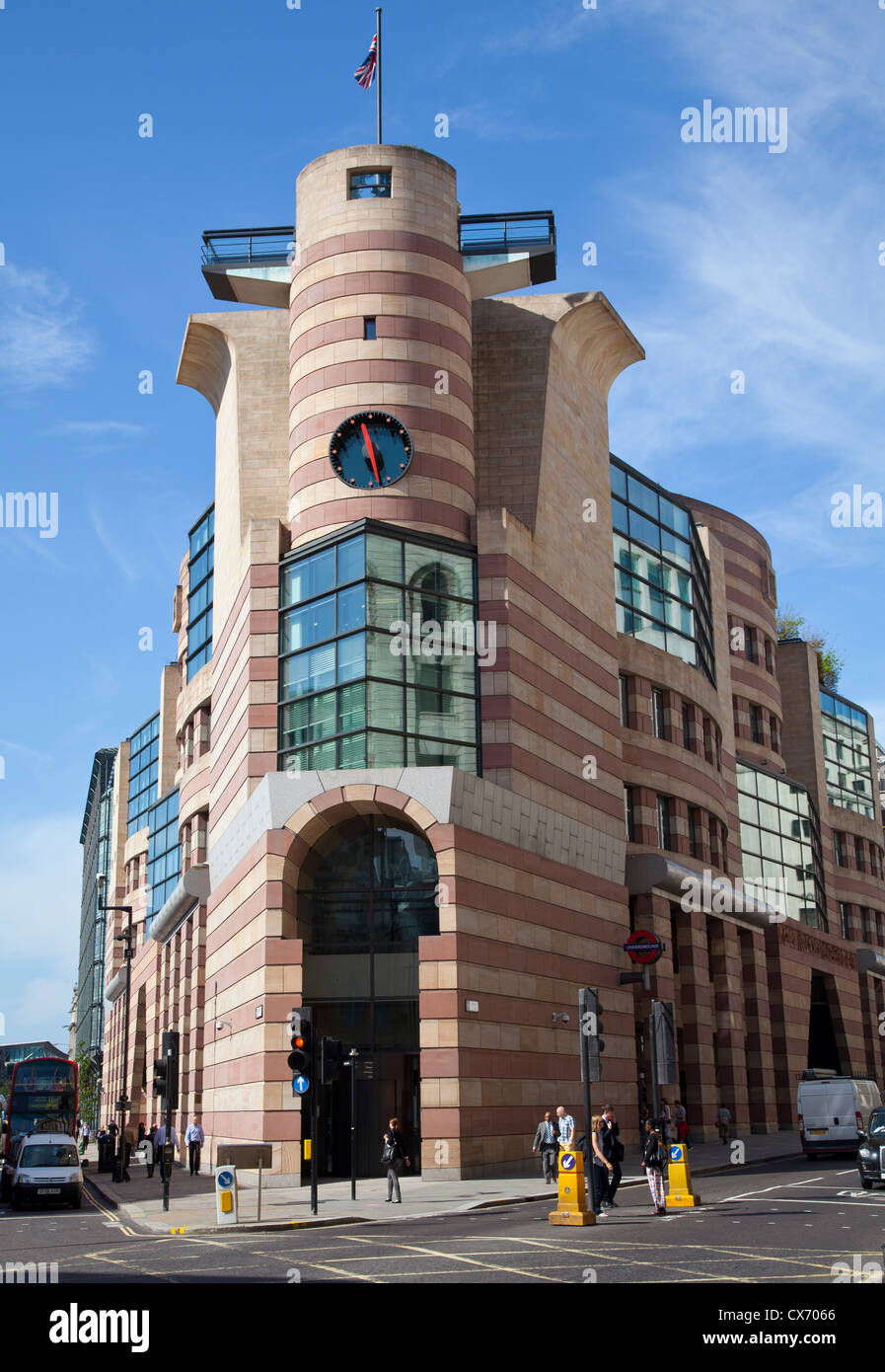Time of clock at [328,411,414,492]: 11:27
